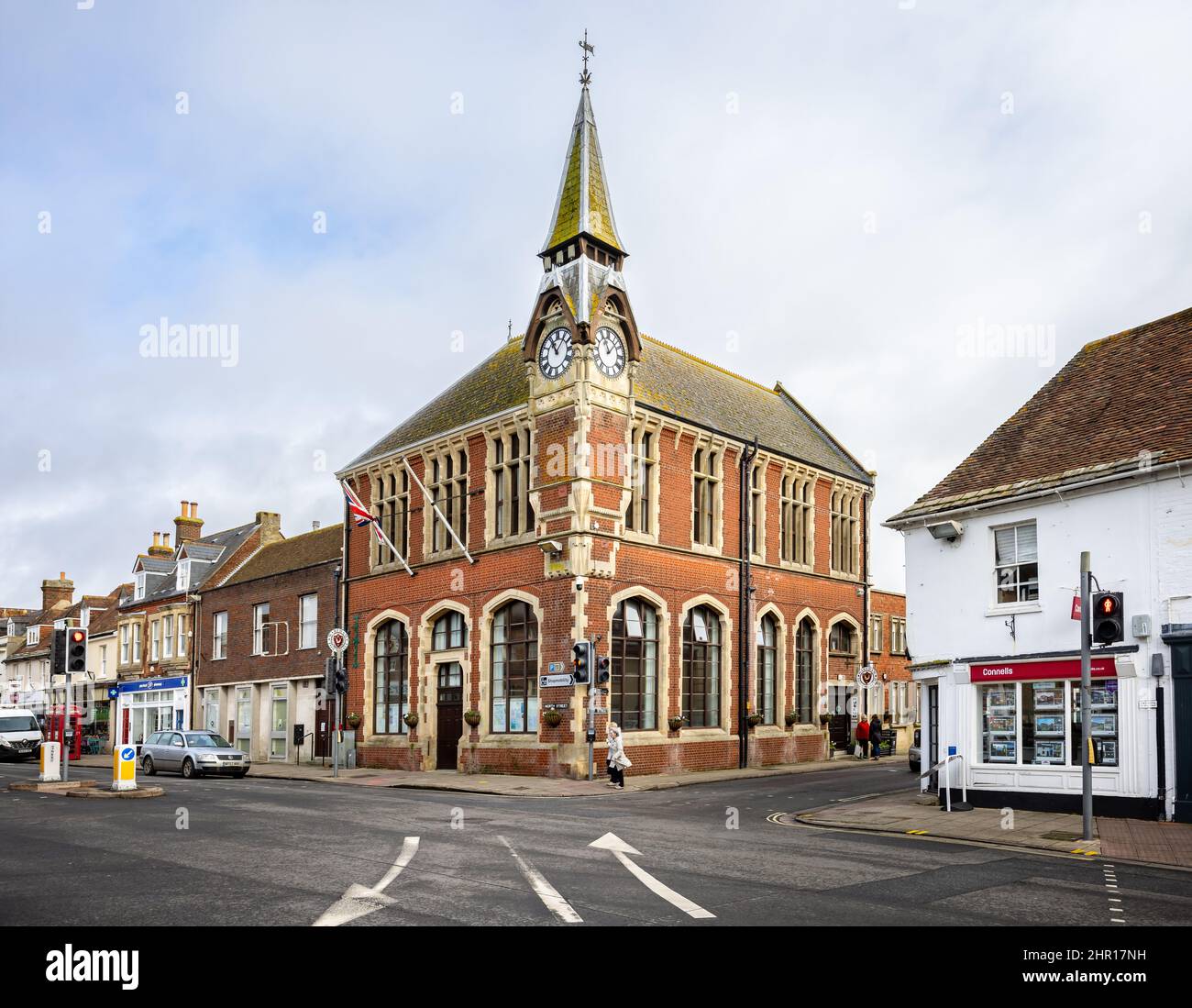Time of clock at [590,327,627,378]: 11:07
